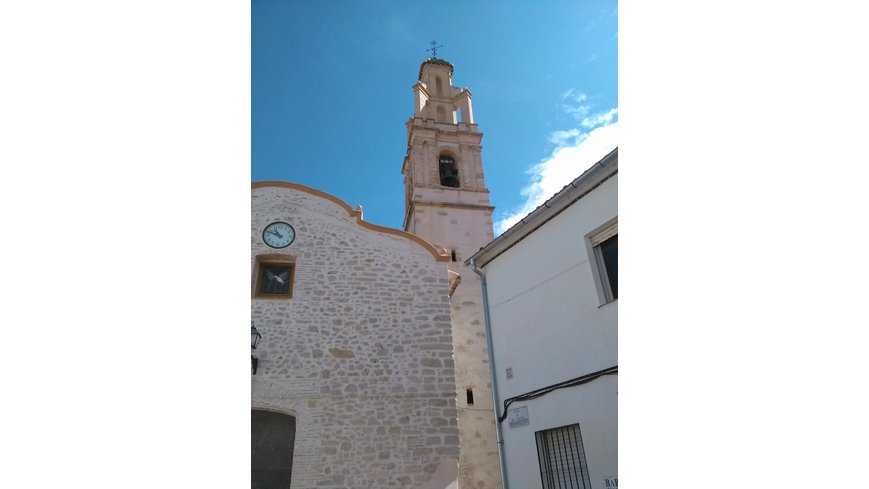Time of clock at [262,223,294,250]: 10:48
